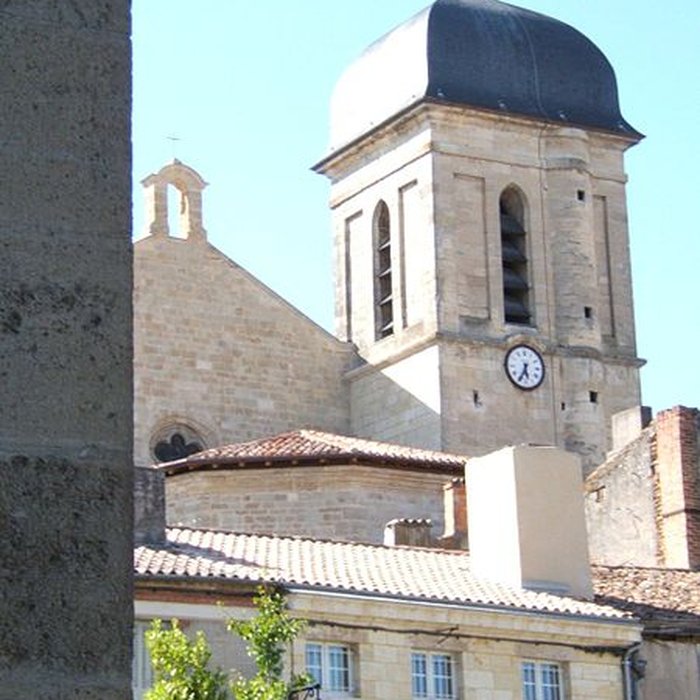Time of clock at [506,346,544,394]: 5:34
